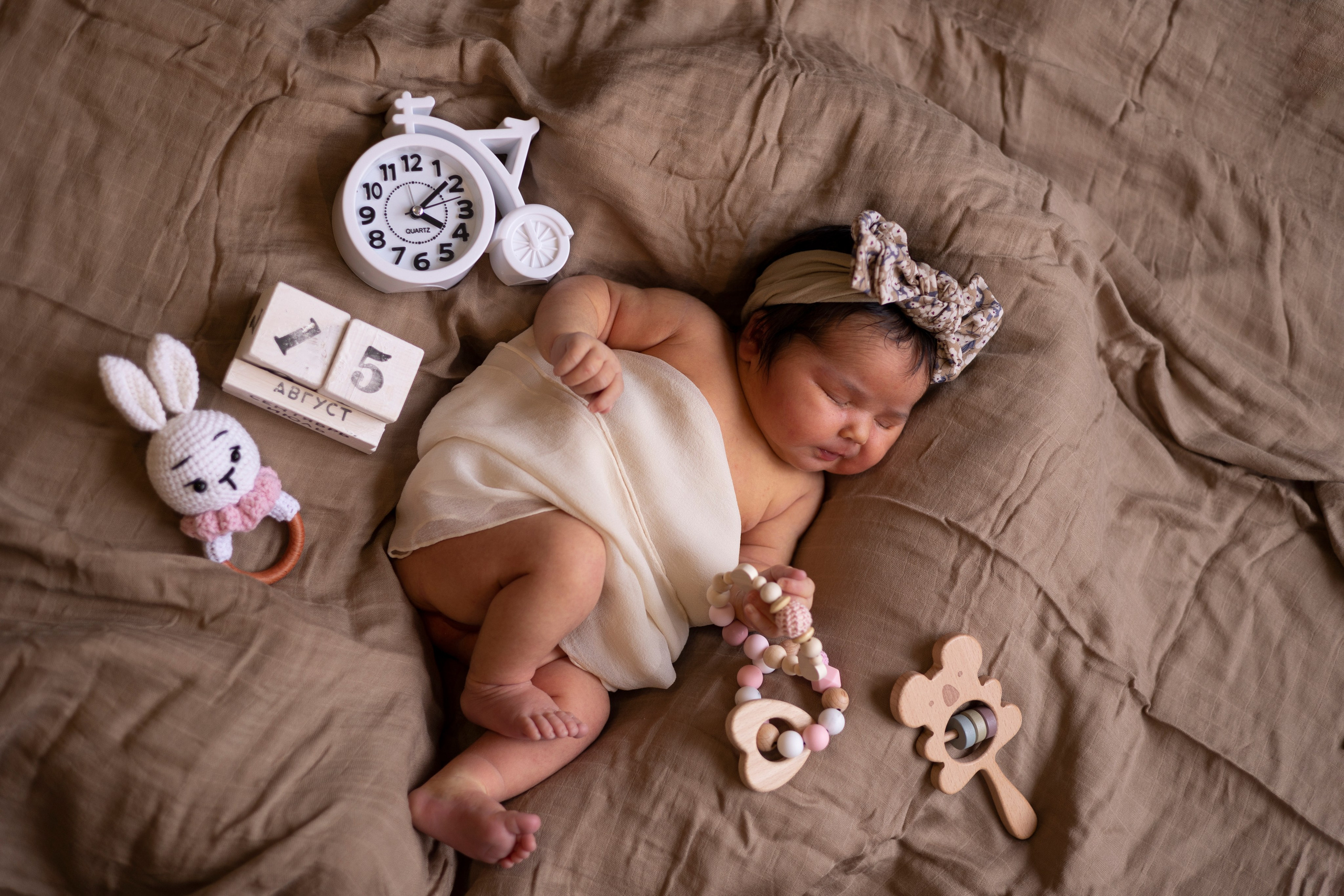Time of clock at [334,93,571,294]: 4:08
